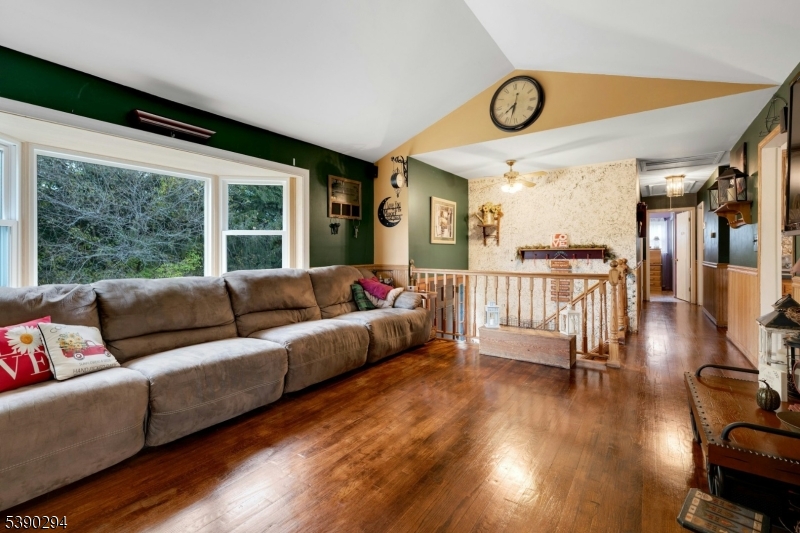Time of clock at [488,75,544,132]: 7:32
